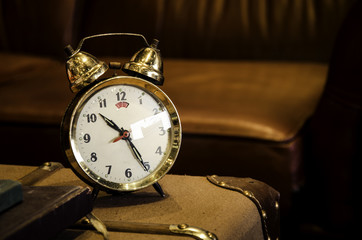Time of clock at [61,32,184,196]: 10:25
